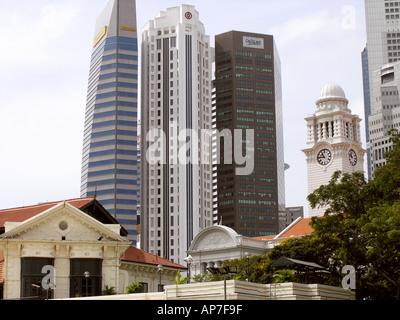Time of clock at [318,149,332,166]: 10:45
